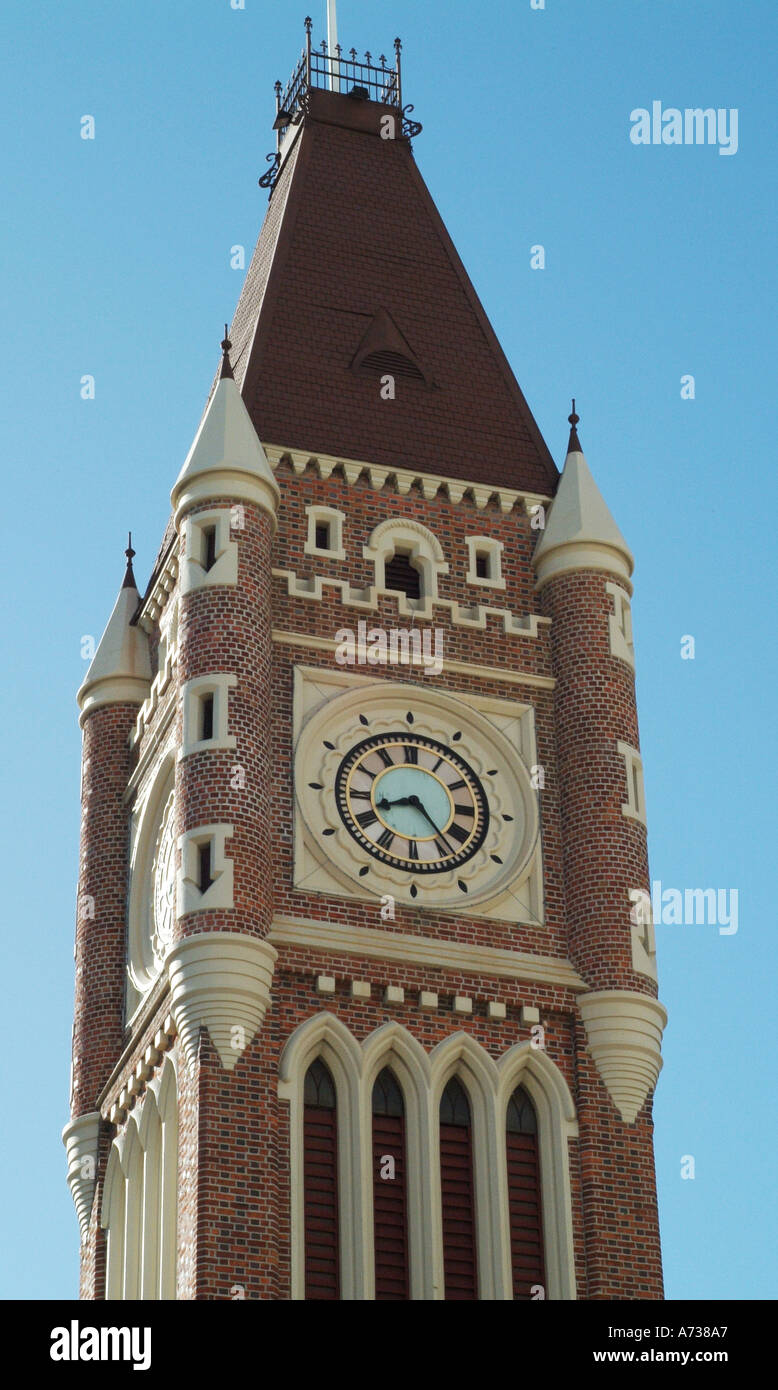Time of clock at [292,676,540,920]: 8:23
